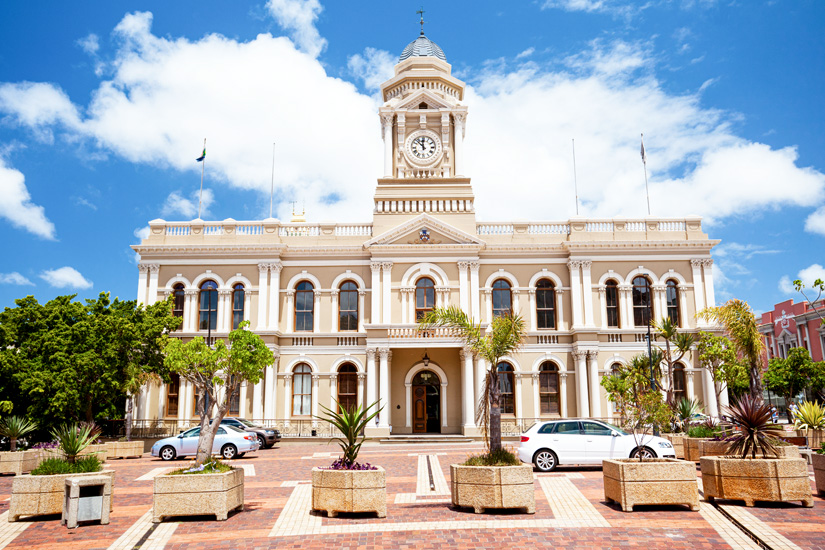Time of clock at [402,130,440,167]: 11:52
